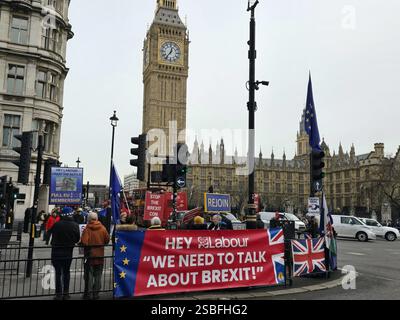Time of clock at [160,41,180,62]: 12:36
